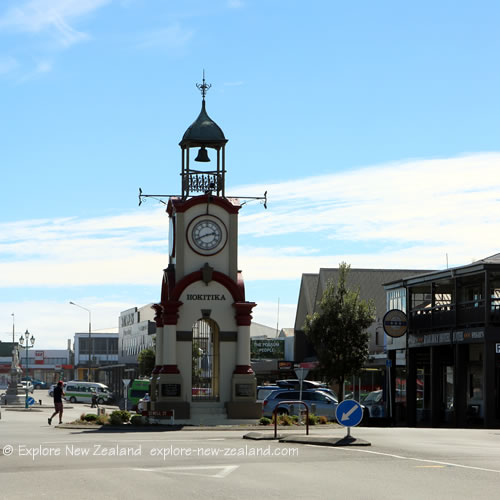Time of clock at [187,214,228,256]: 2:41
